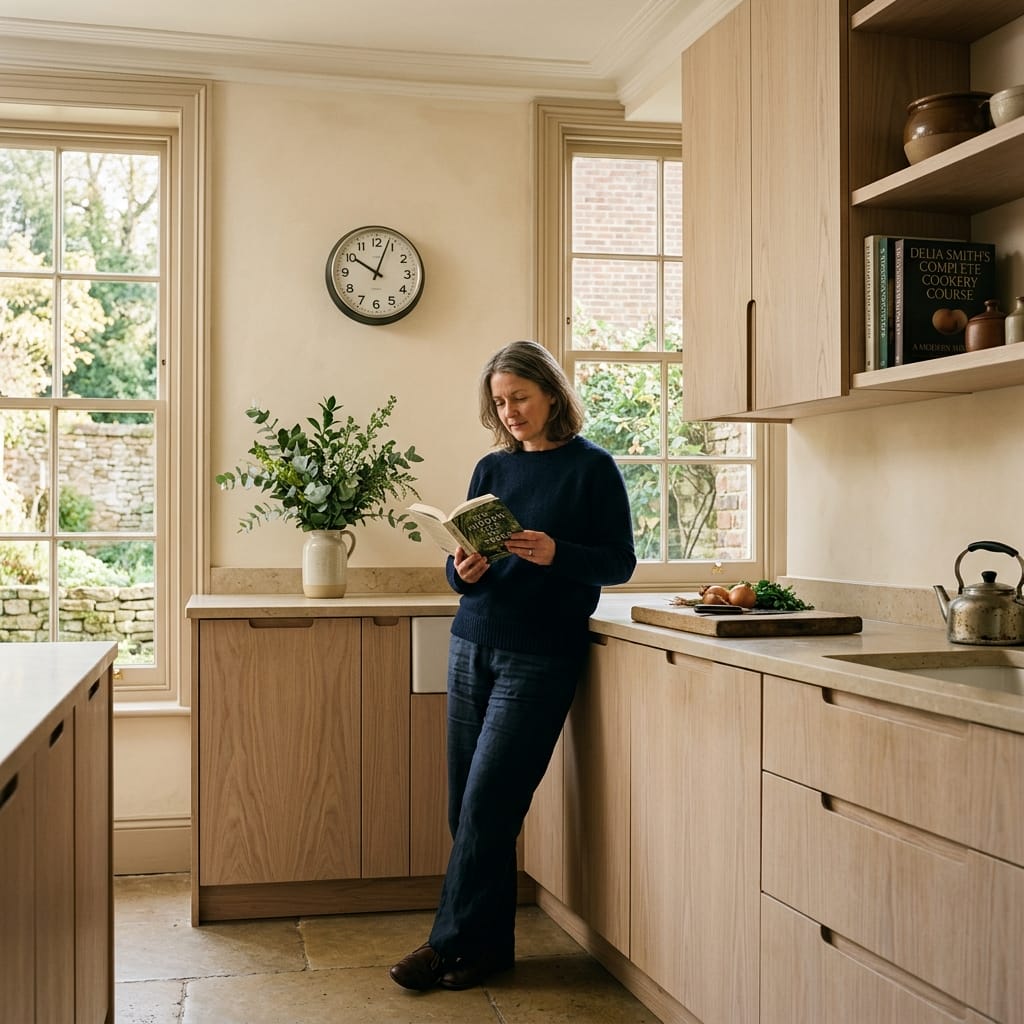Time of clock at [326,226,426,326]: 10:03
